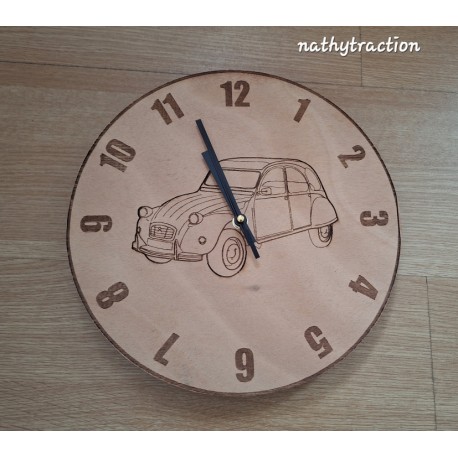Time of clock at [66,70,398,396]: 10:56
